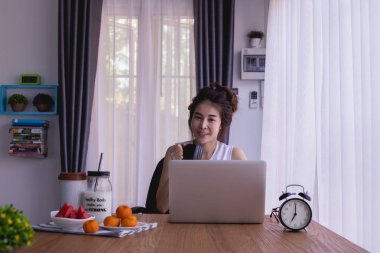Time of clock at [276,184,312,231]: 7:00
